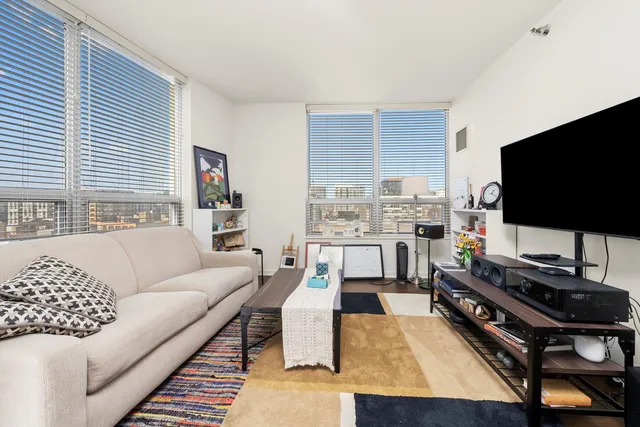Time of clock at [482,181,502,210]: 1:18
